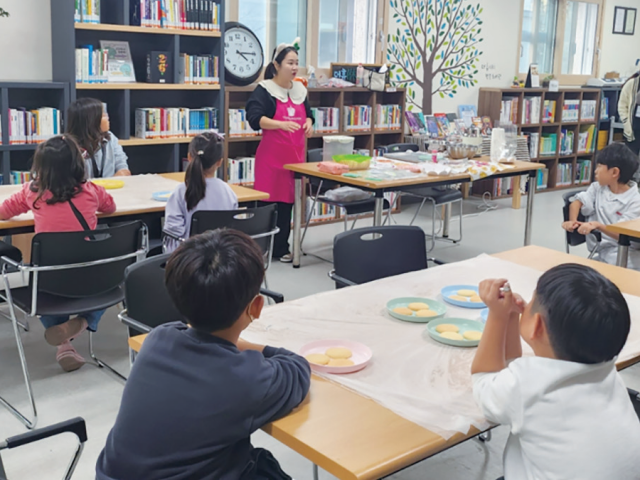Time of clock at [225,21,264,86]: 4:15
